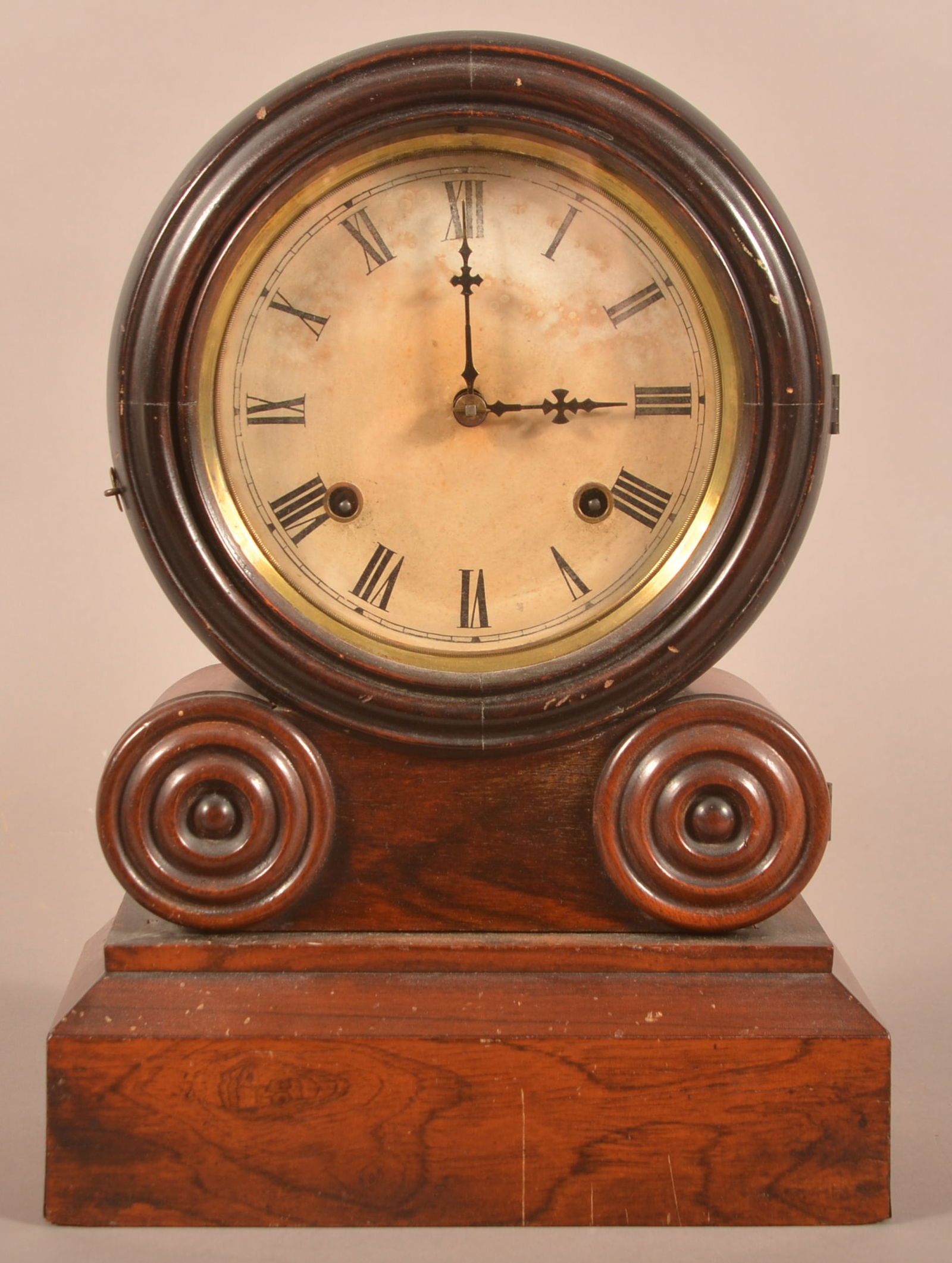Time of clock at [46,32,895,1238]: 3:00
